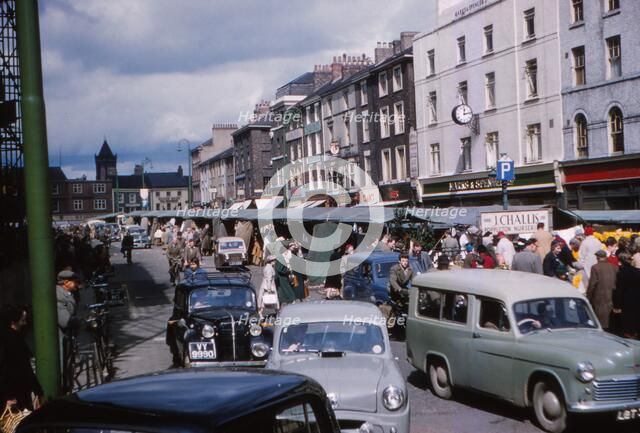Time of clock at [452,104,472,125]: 12:12
